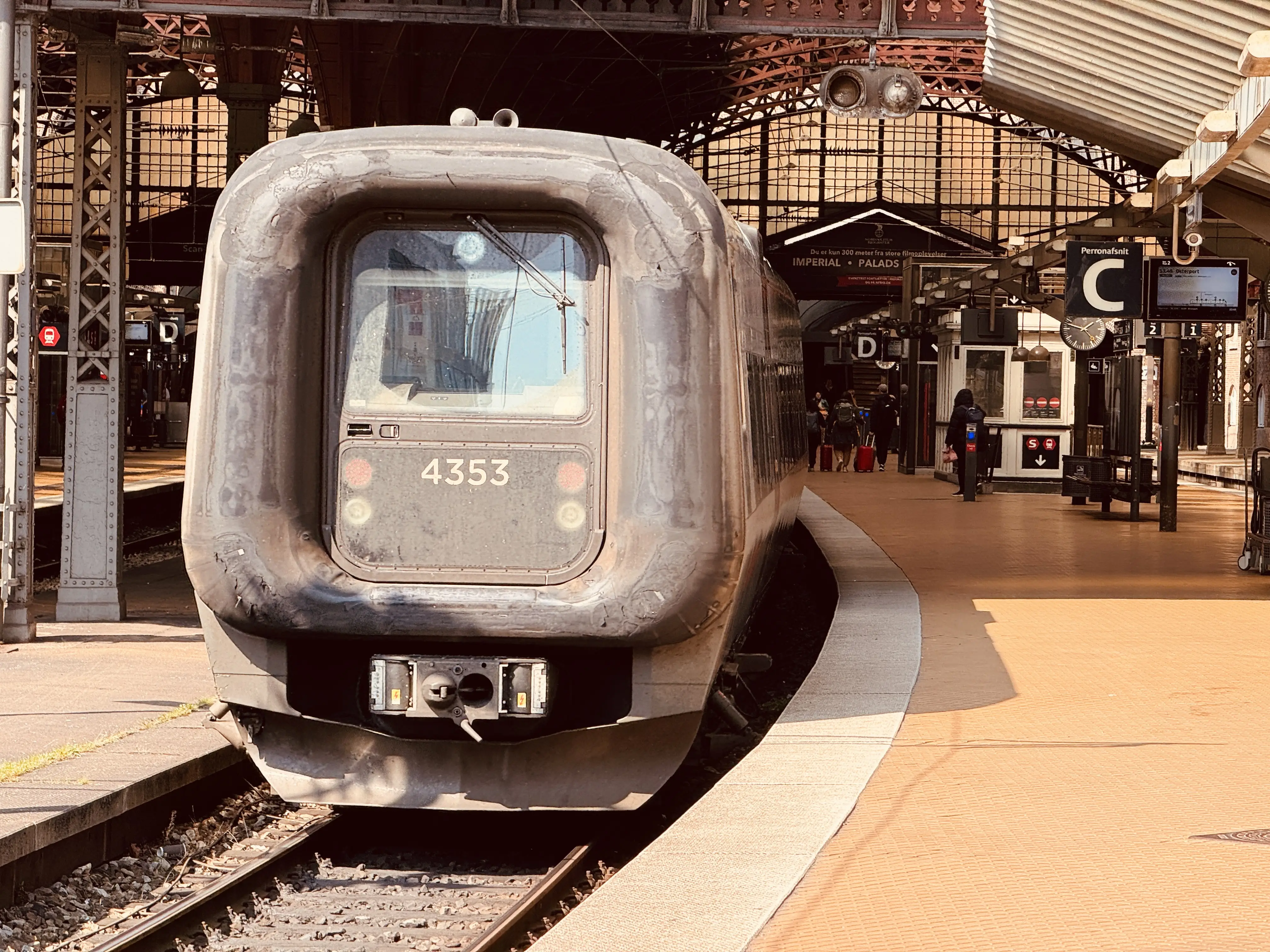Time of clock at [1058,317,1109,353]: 1:47
